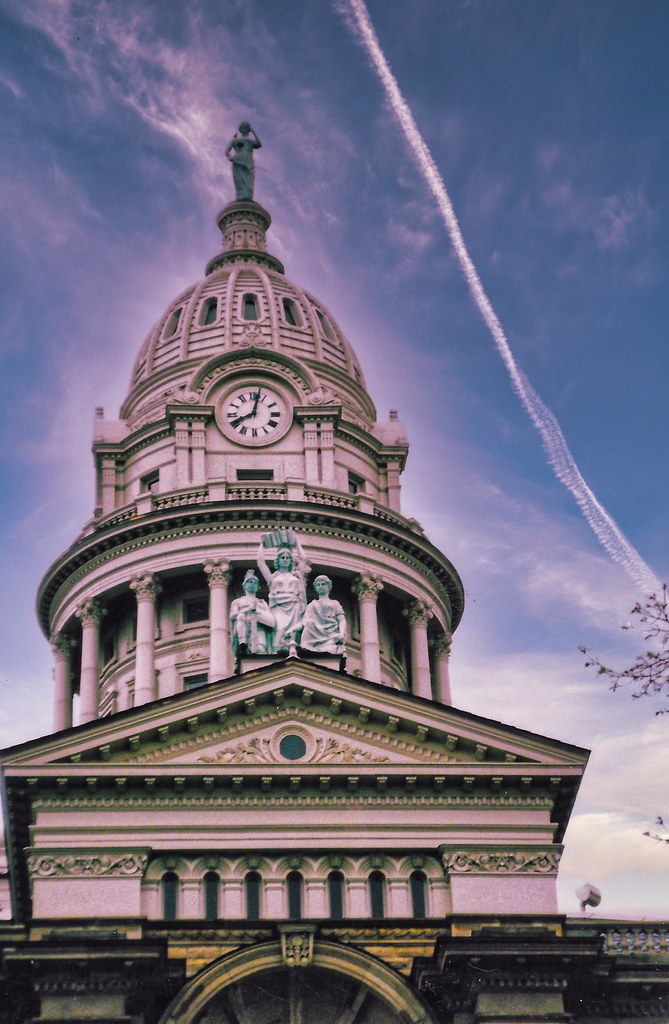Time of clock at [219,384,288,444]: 8:02
